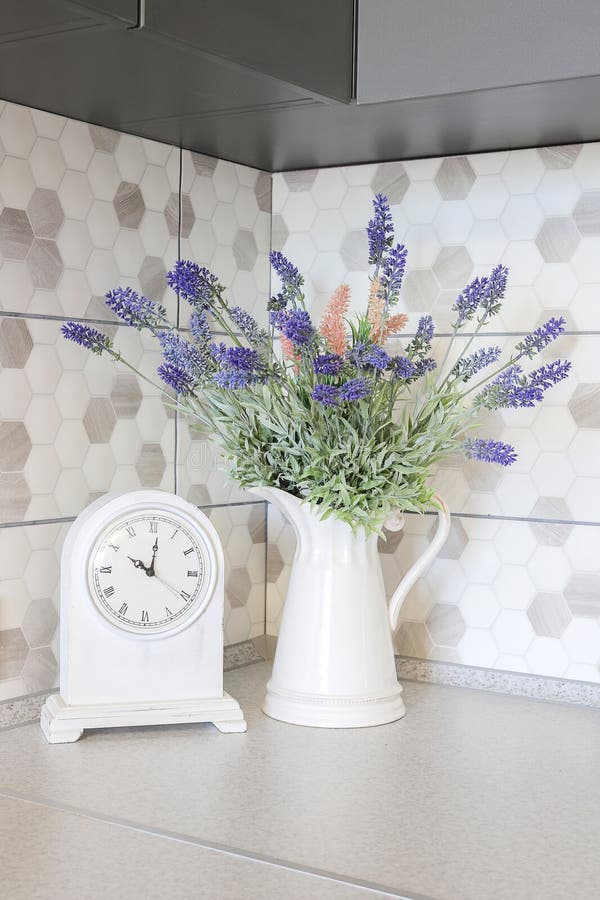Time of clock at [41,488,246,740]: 10:01
